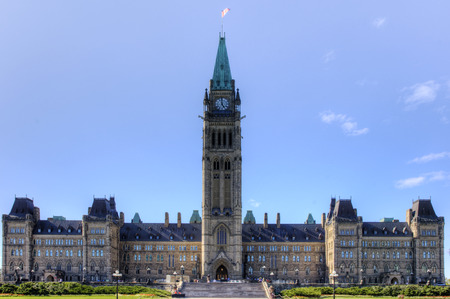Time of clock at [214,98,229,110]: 4:59
